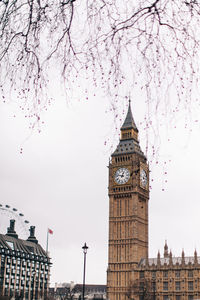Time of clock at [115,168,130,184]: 12:47
